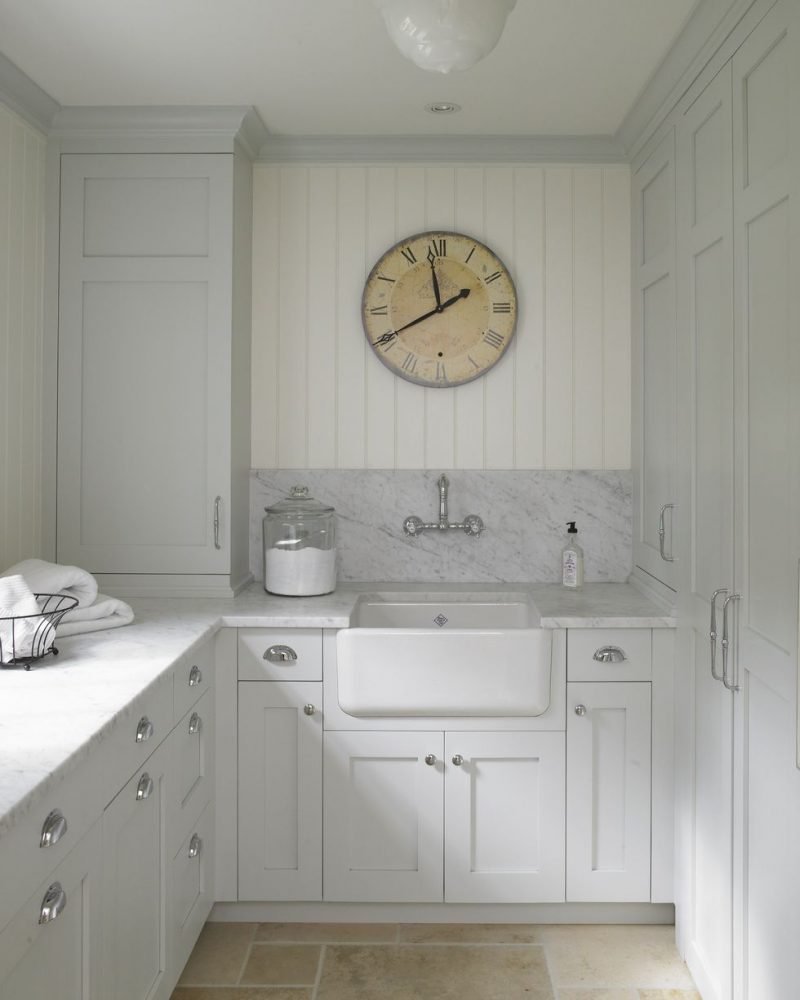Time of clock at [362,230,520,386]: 11:40
